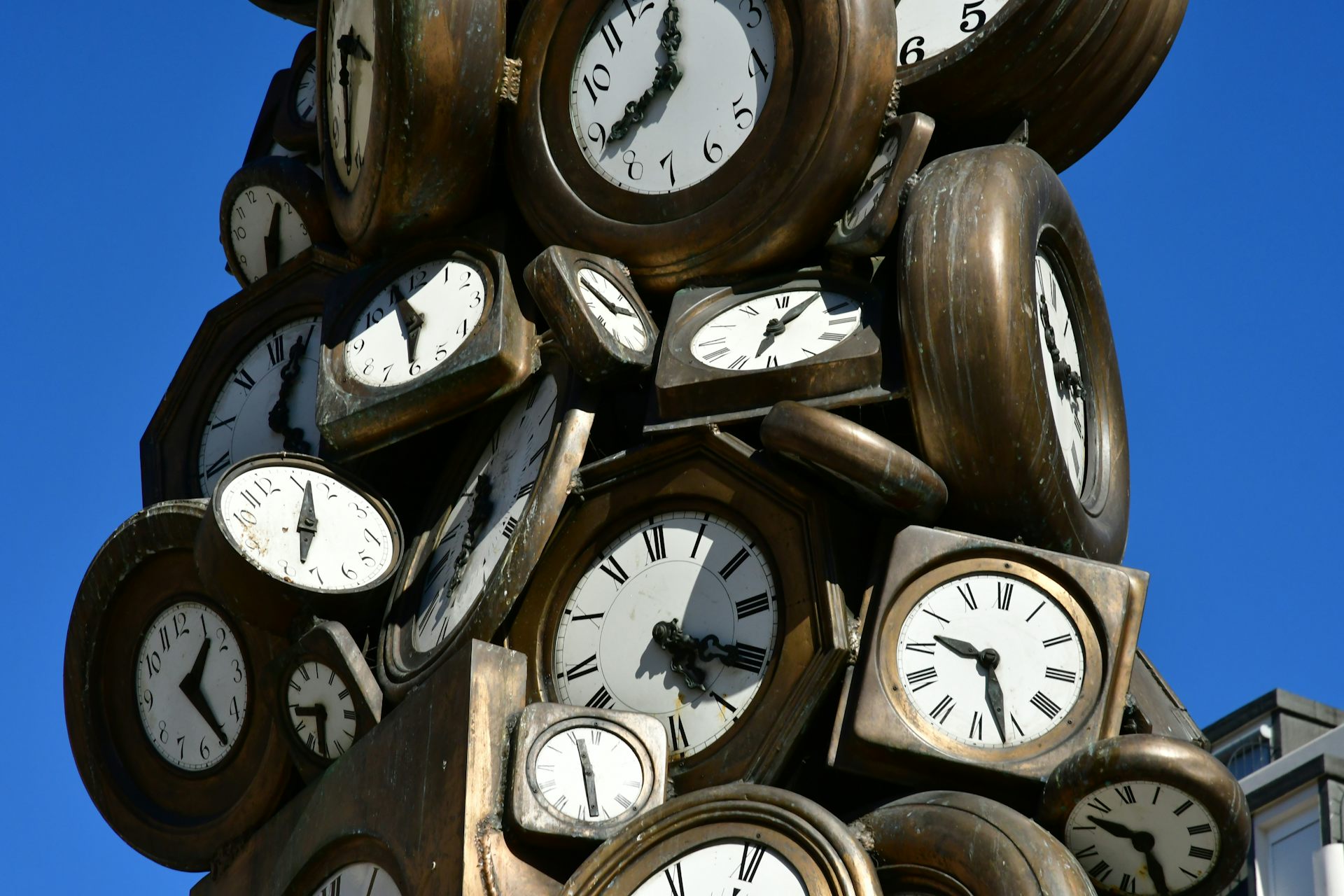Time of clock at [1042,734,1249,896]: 10:28
